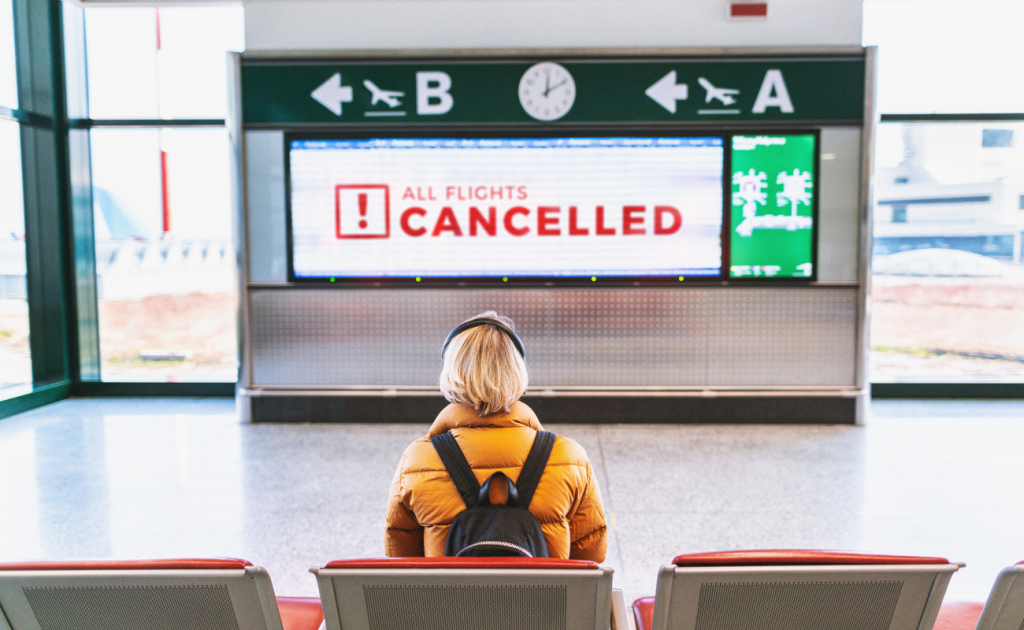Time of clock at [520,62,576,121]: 12:09
